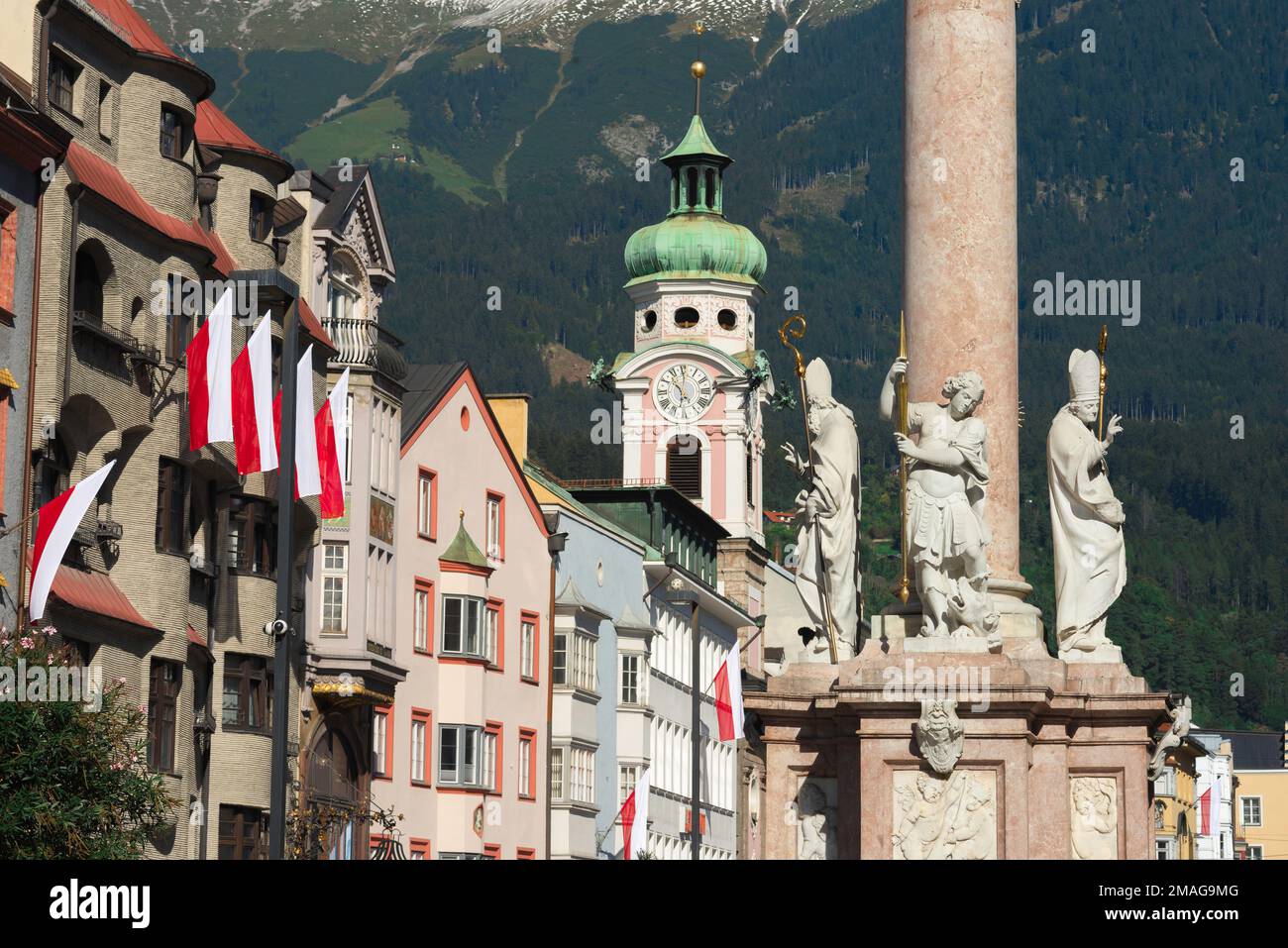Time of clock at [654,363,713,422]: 10:32
